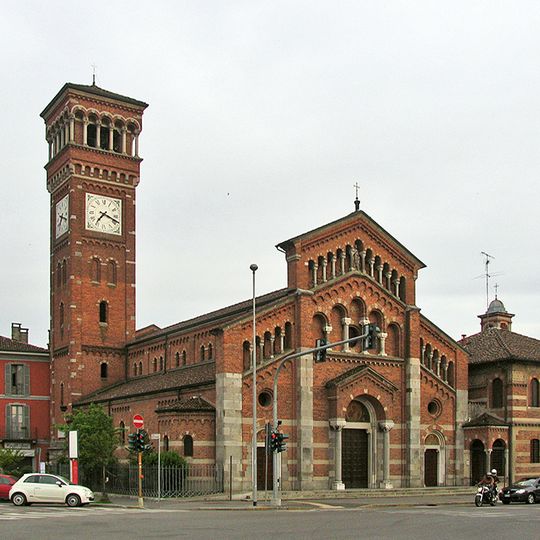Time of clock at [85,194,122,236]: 7:18
